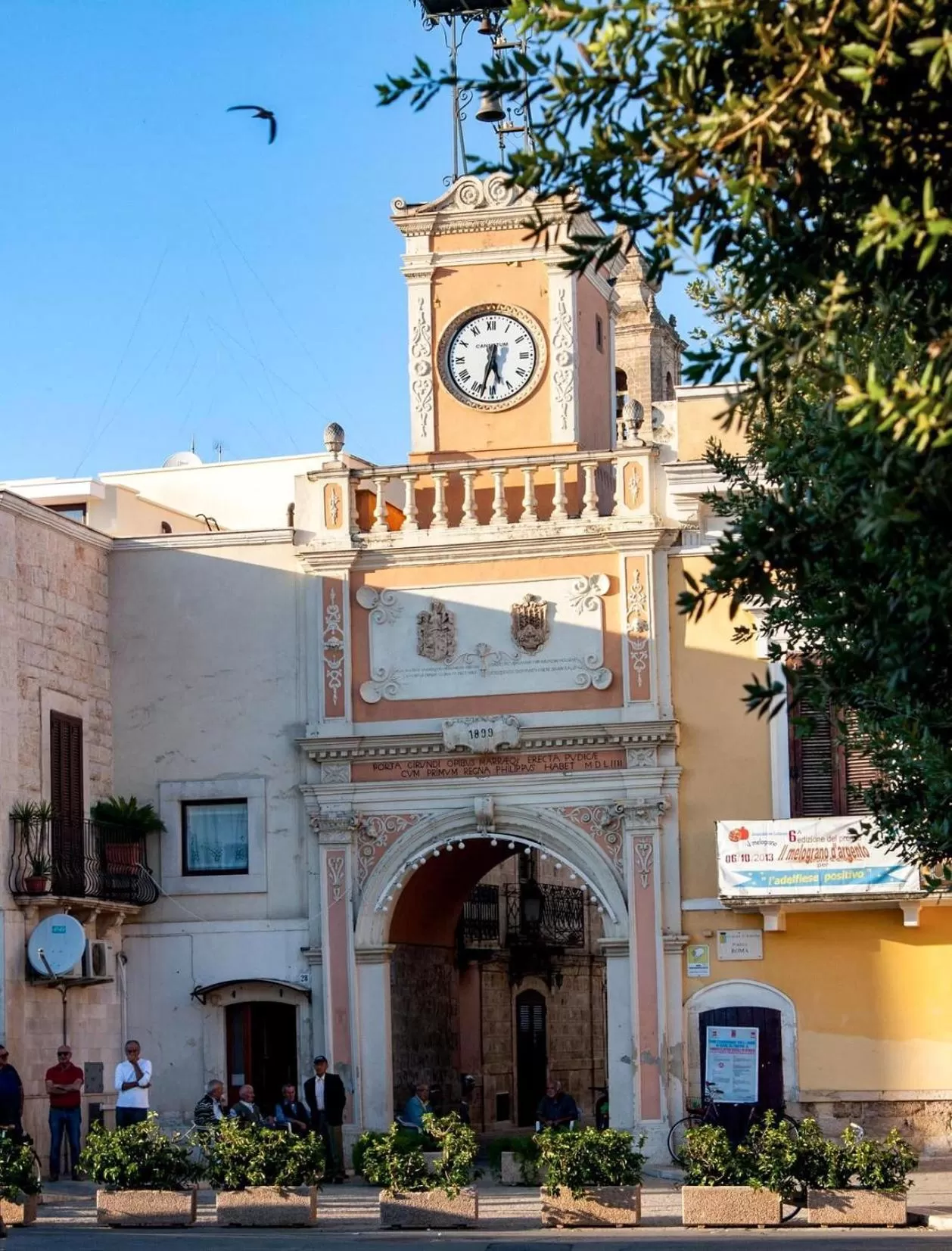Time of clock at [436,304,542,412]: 5:32
